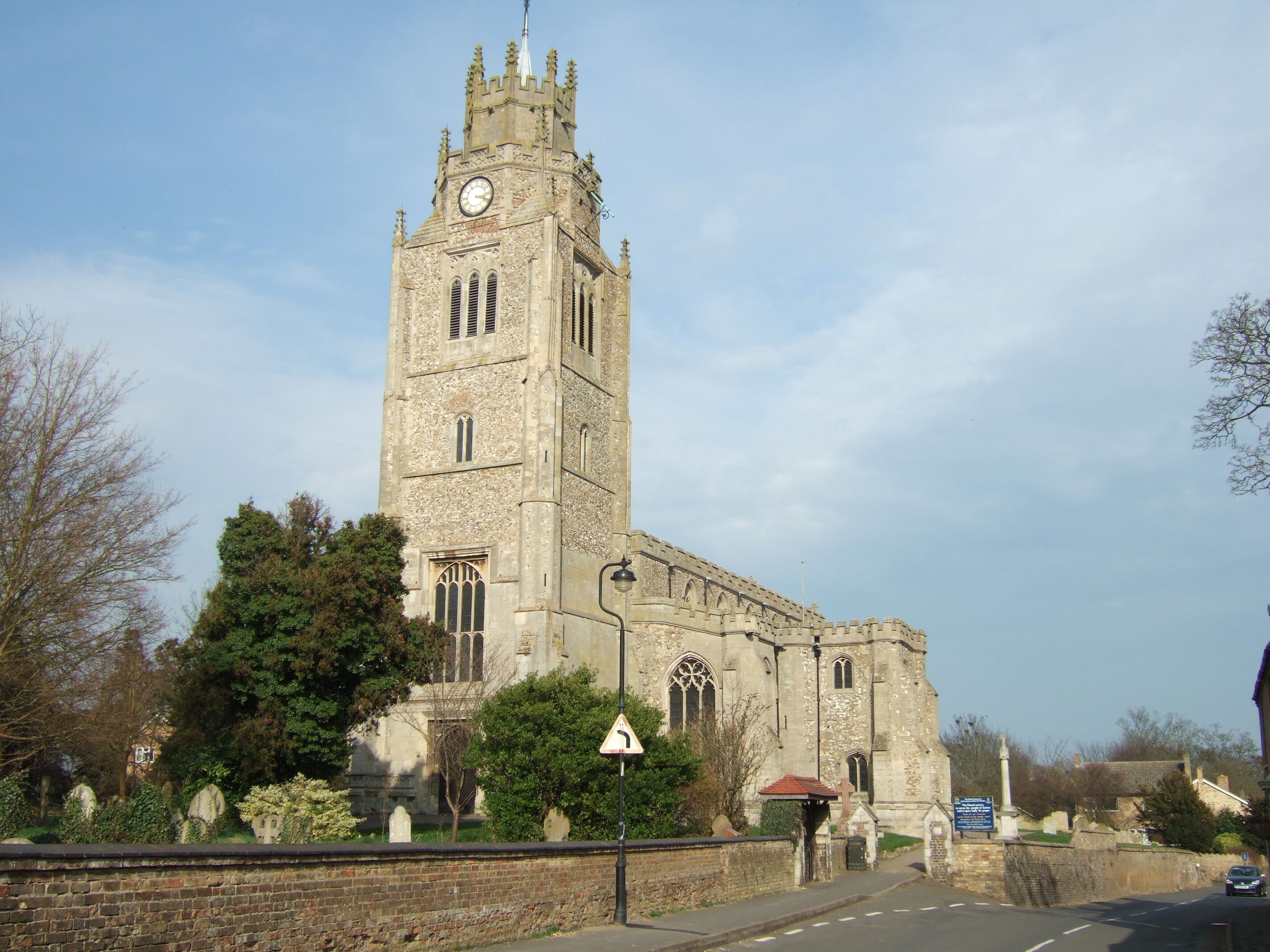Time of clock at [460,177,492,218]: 3:18
